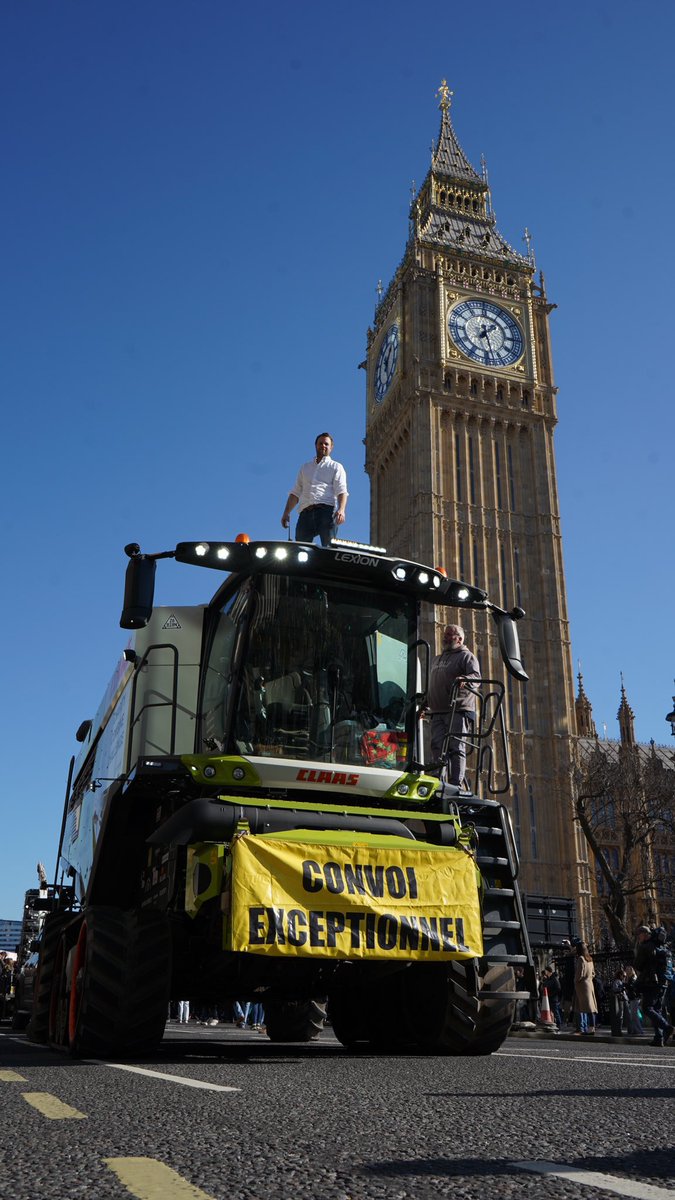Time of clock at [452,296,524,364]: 1:28
